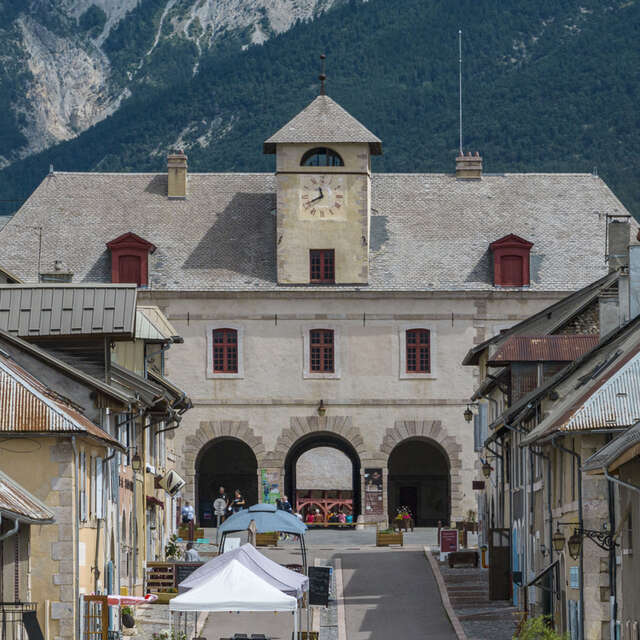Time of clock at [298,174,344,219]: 11:40
